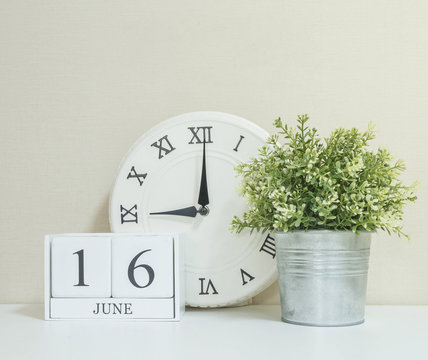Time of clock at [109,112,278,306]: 9:00
